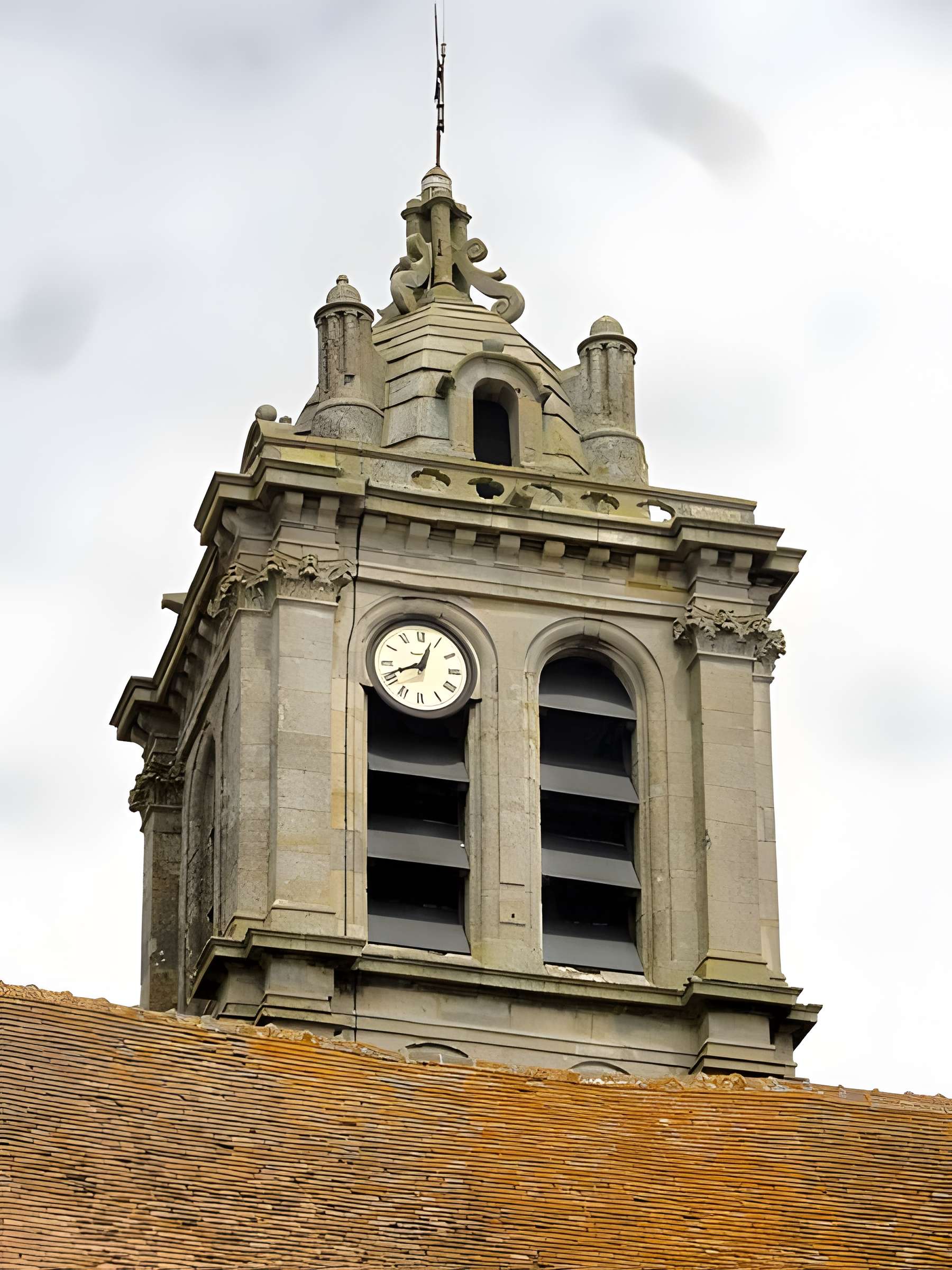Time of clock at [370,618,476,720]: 12:41
